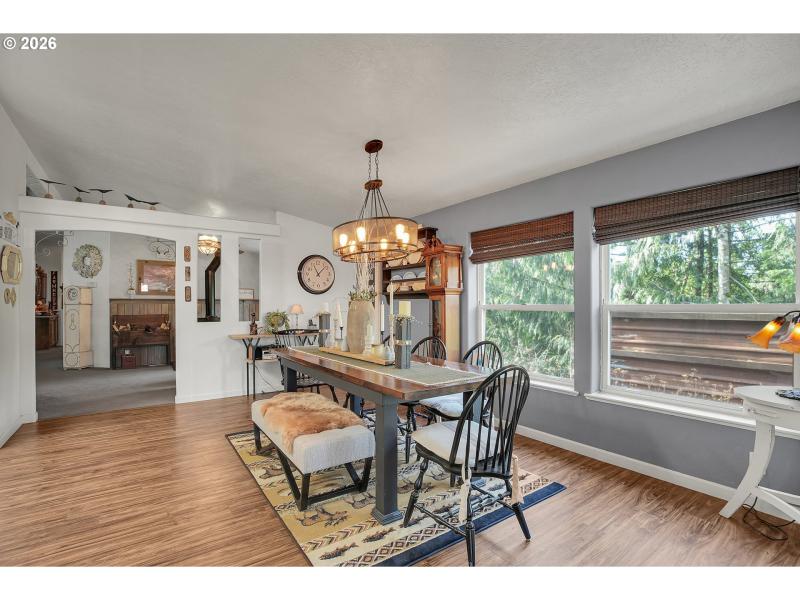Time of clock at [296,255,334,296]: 11:07
